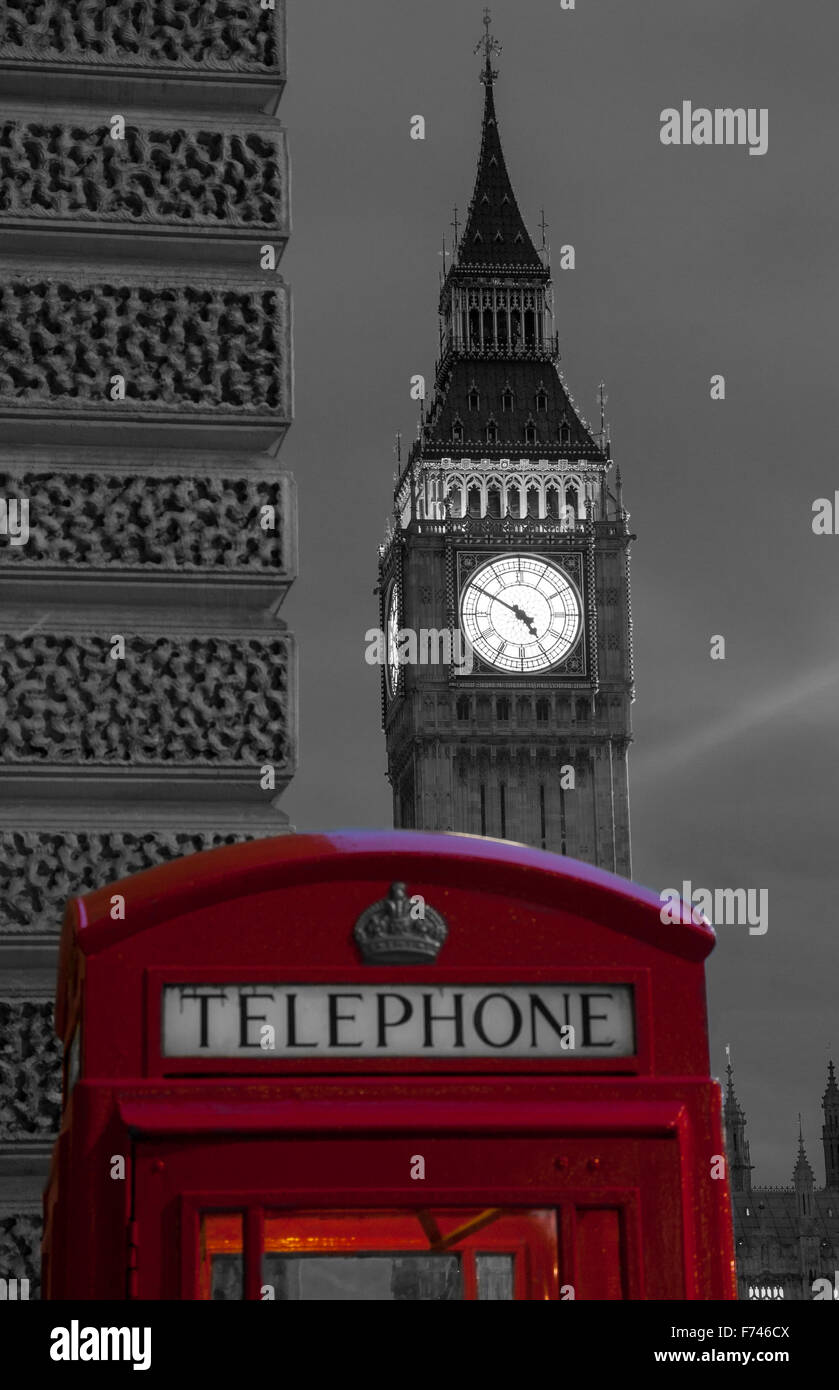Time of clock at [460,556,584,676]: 4:50
